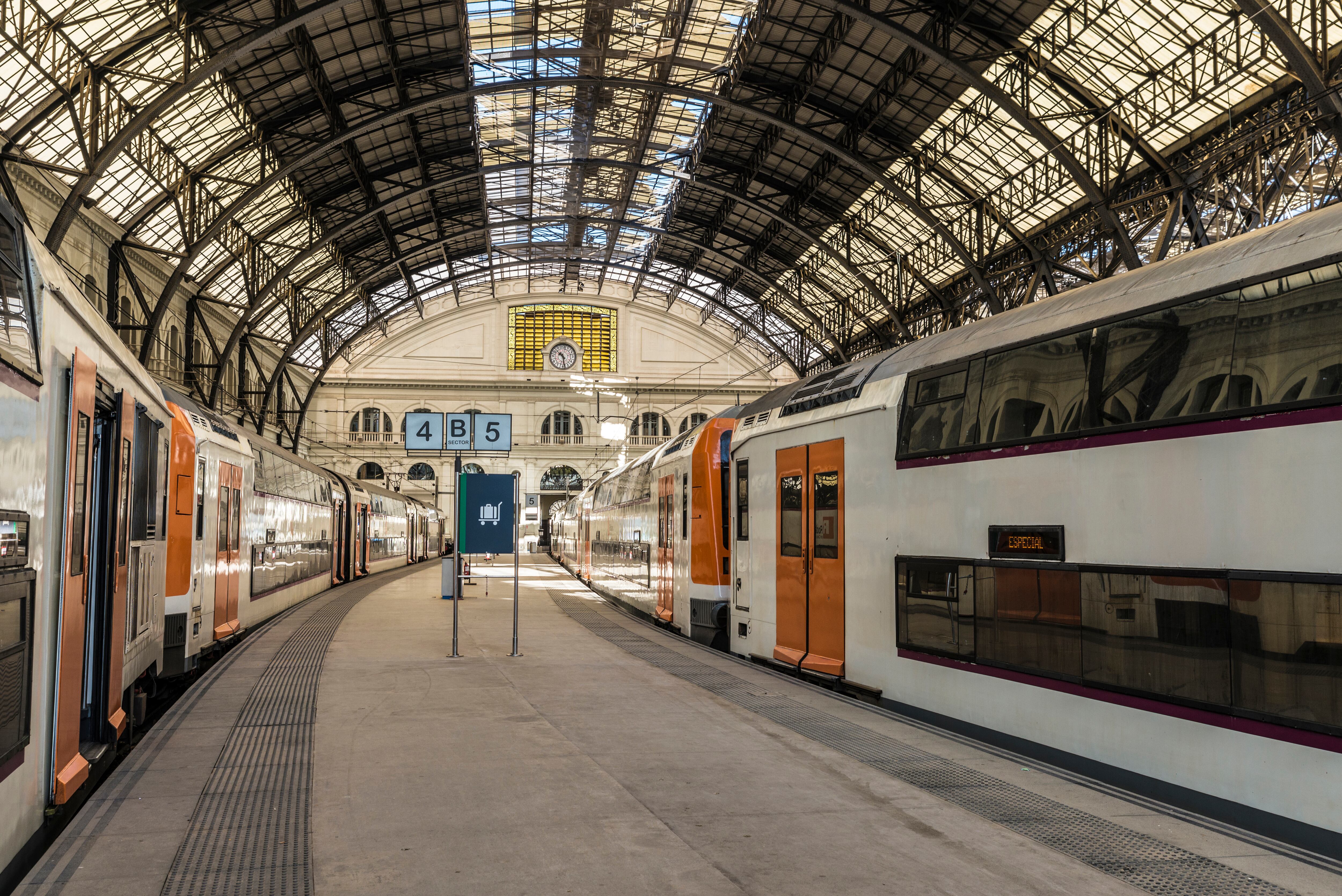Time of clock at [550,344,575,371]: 10:28
